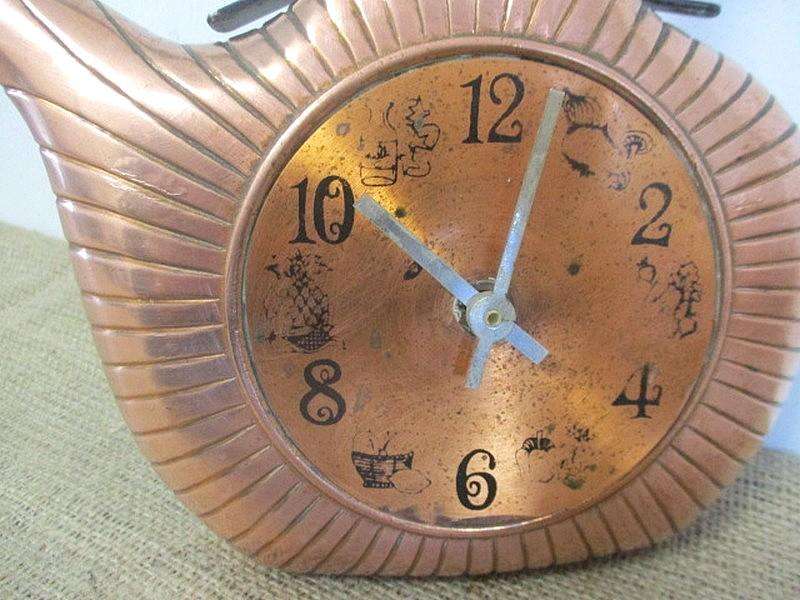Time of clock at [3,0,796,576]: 10:02
